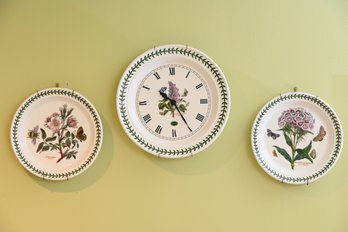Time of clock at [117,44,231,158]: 10:24
